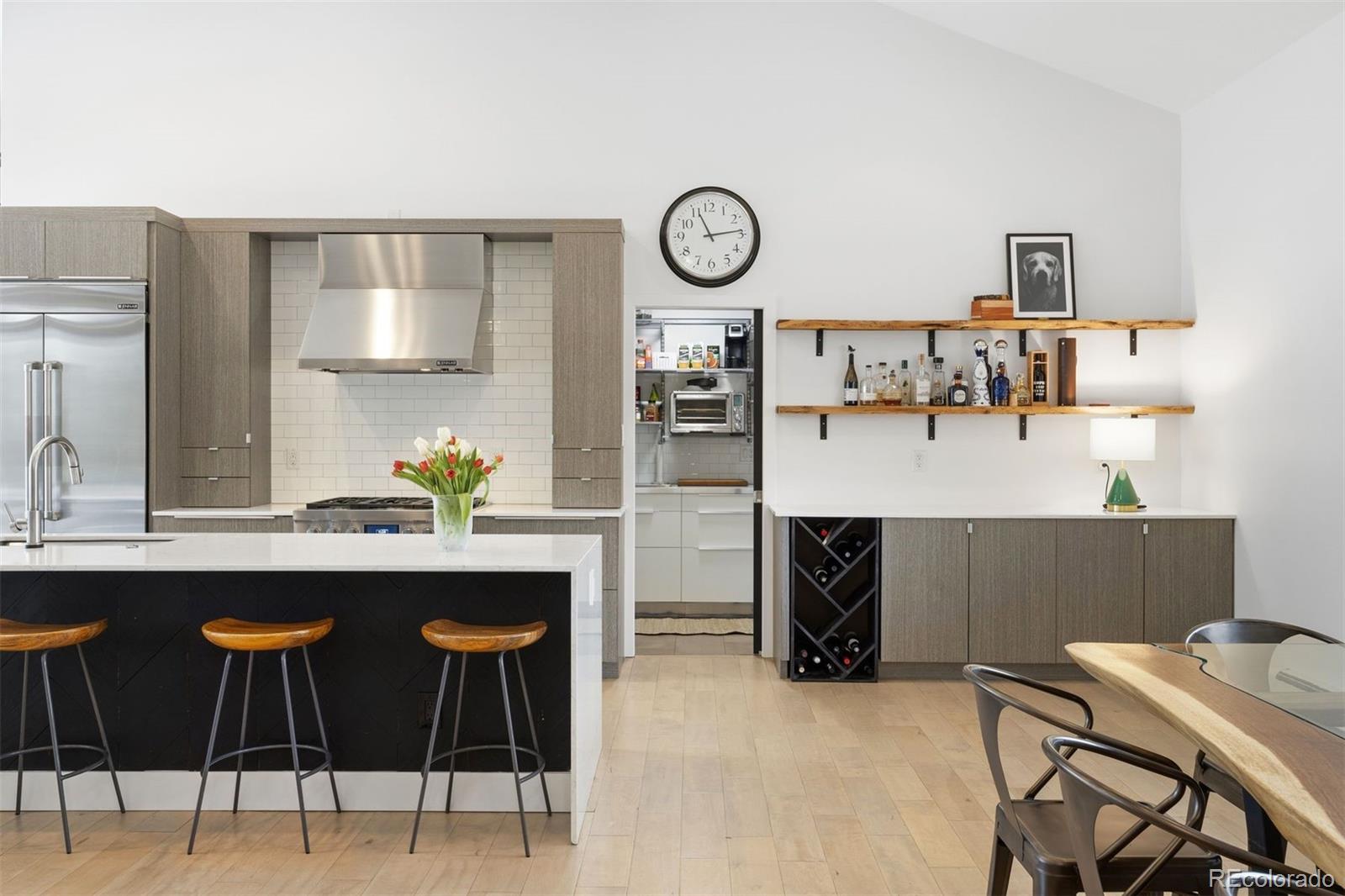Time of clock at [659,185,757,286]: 11:13
